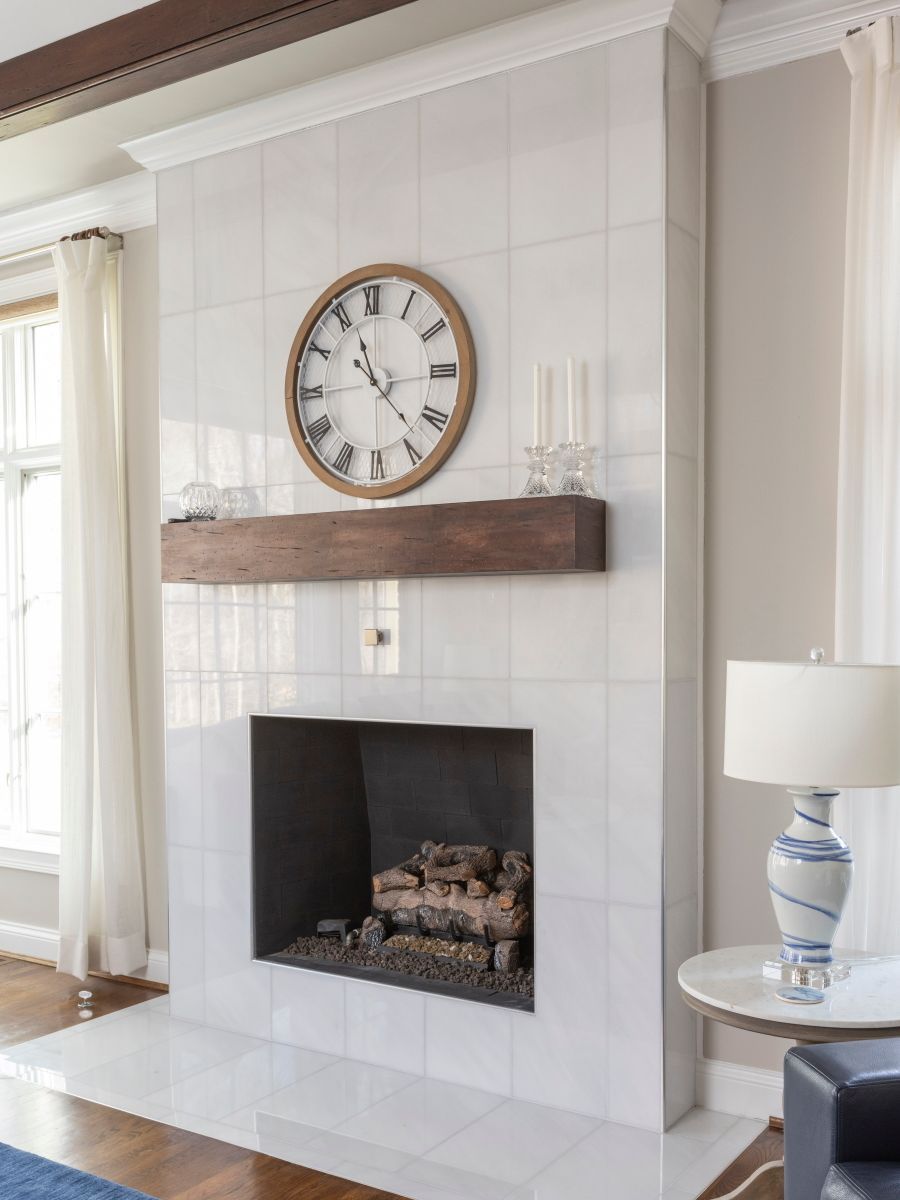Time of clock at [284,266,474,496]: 11:22
